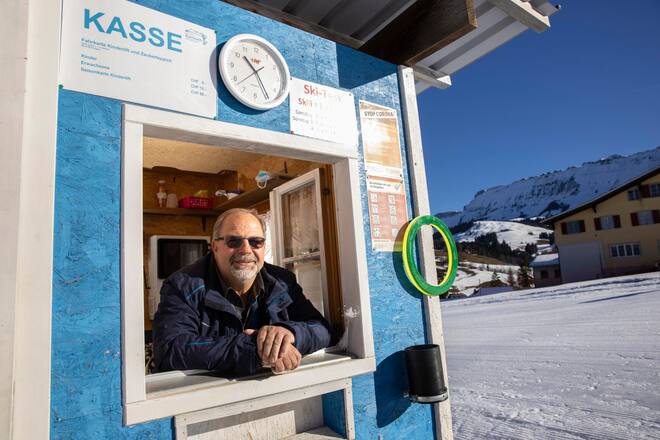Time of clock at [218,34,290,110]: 10:24
